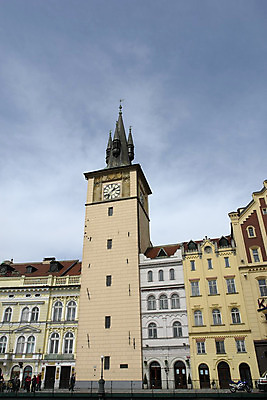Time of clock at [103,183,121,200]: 1:37
